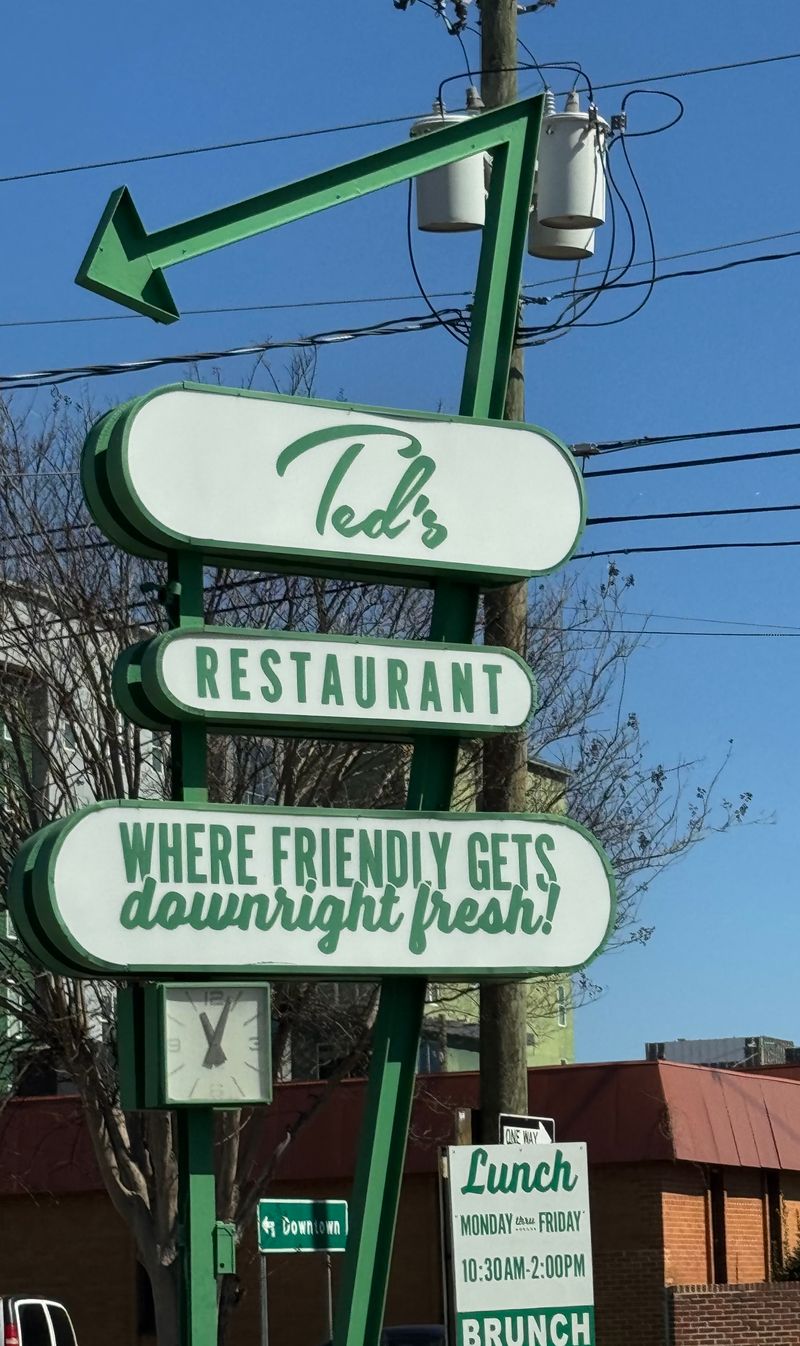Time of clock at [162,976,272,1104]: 11:03
